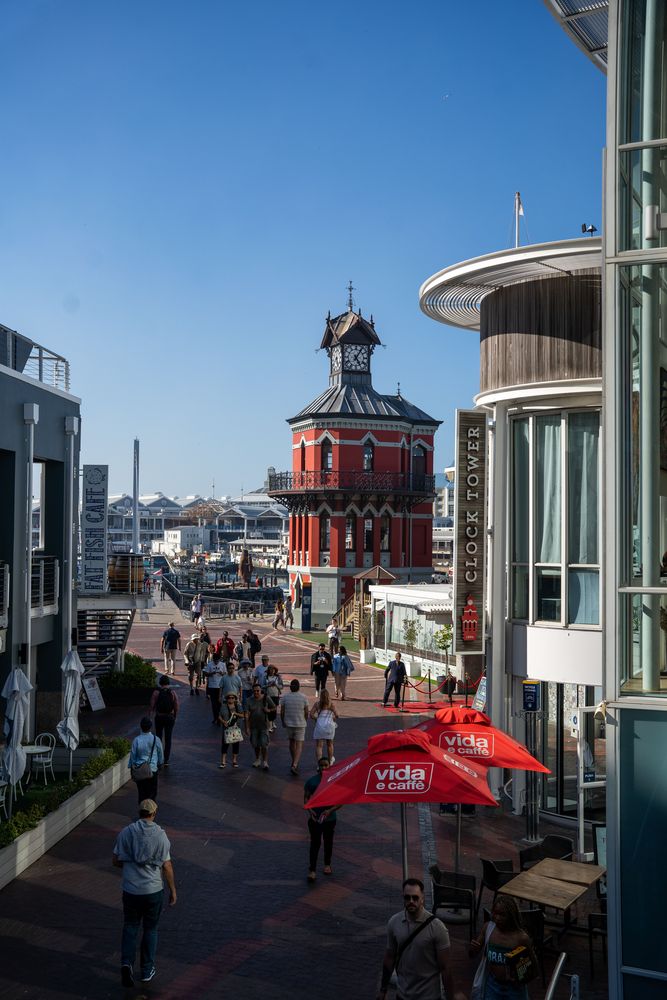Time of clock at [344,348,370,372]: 5:05
